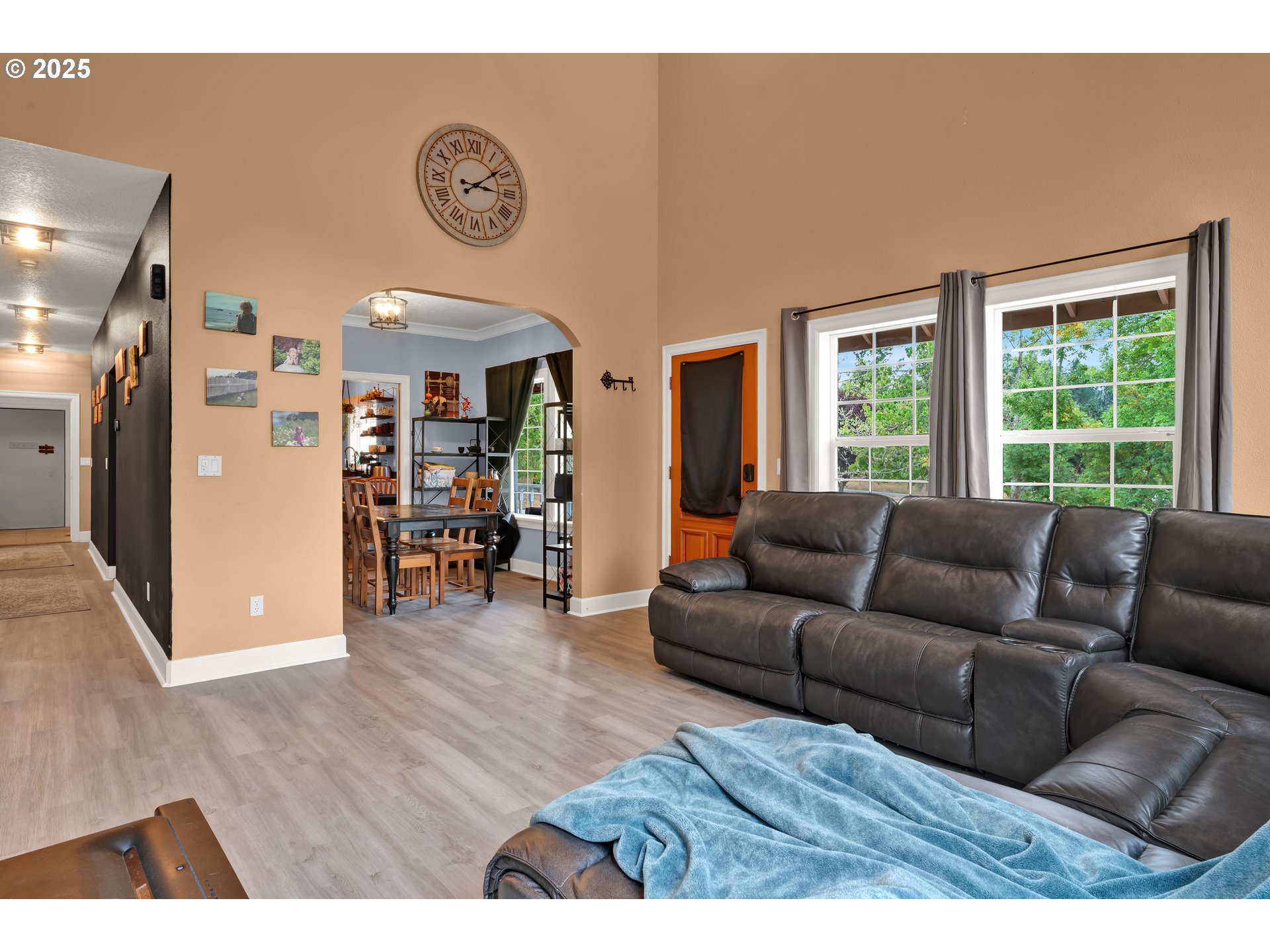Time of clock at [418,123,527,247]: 3:08
